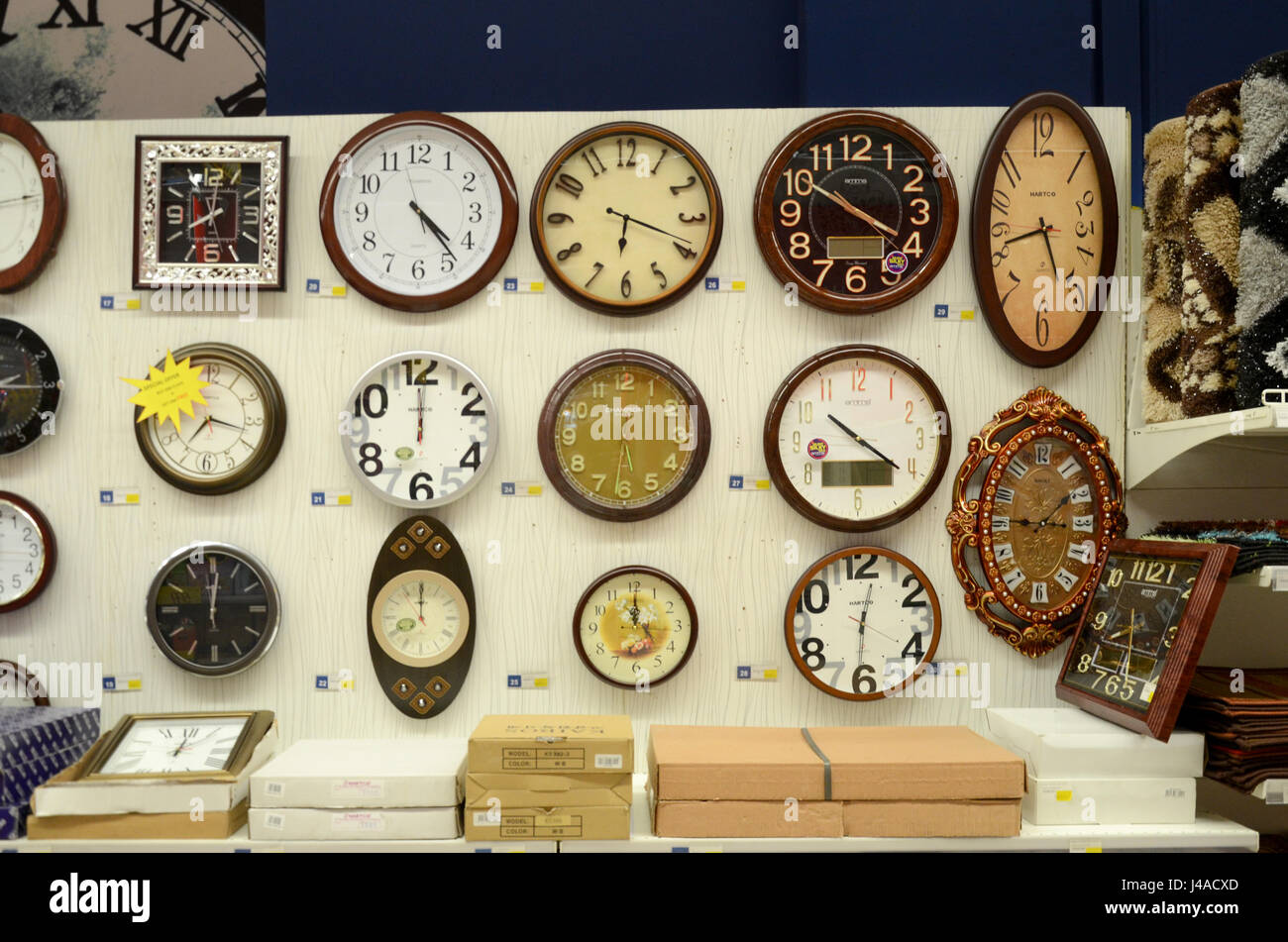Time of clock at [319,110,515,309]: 4:23
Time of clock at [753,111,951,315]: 3:50
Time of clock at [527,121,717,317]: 6:18
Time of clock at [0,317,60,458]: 2:15
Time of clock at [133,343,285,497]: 7:17
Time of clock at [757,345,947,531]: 10:20
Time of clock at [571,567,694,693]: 12:00
